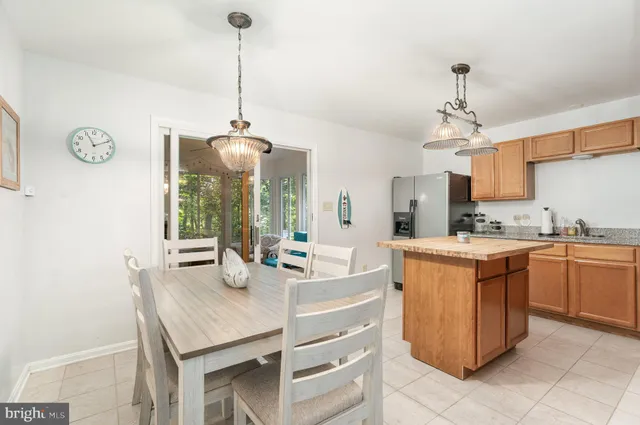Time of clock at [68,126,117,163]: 11:10
